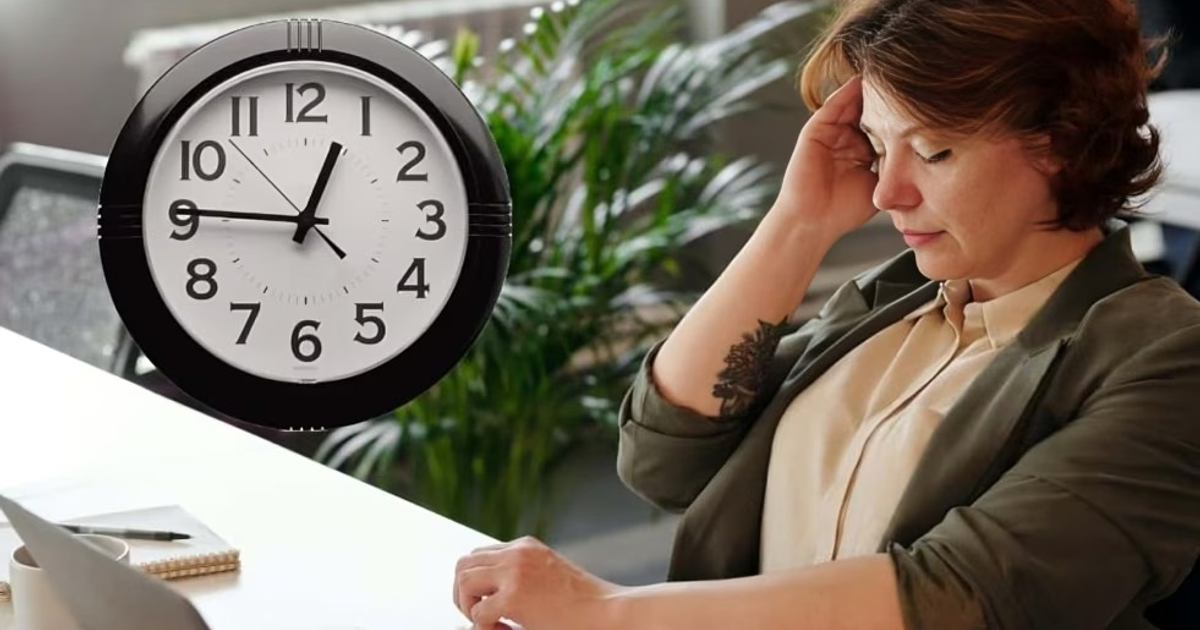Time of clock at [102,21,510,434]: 12:45
